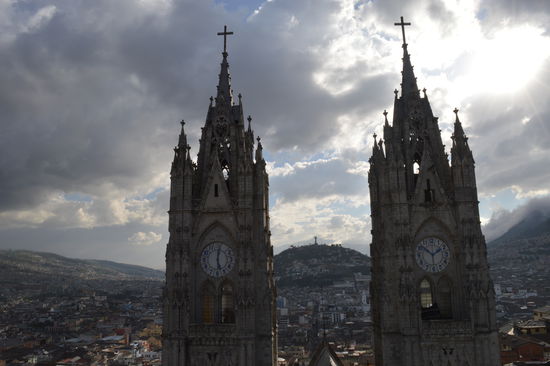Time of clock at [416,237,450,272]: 1:51
